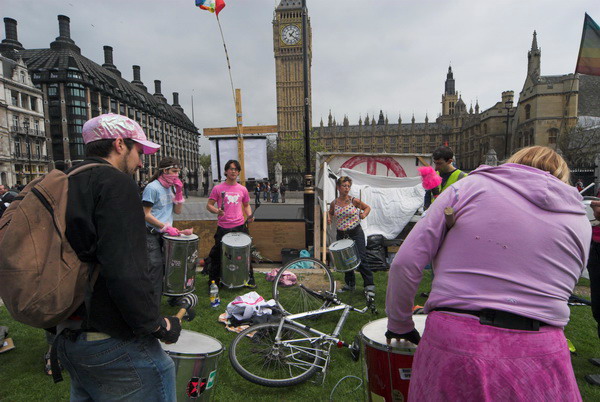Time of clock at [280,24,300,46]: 1:21
